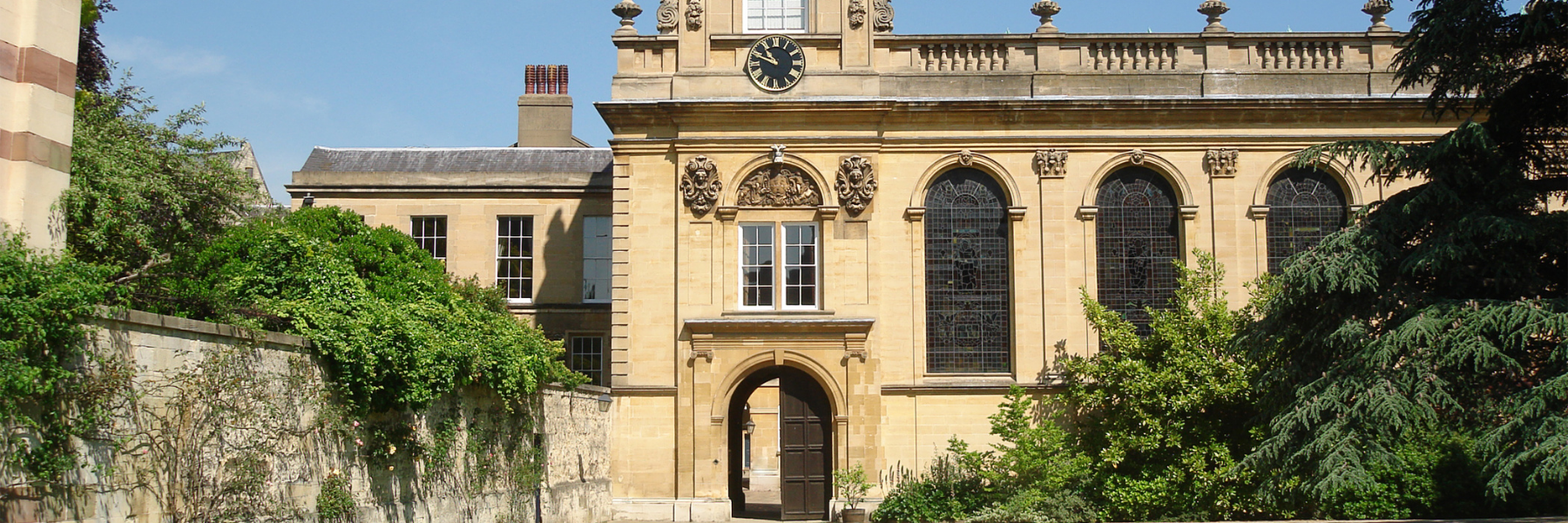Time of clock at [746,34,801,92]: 10:48
